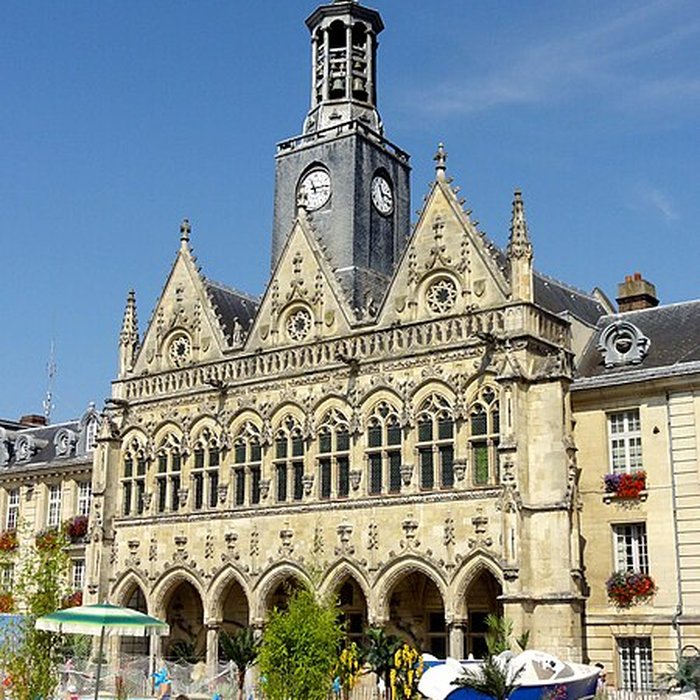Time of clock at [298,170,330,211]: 11:14
